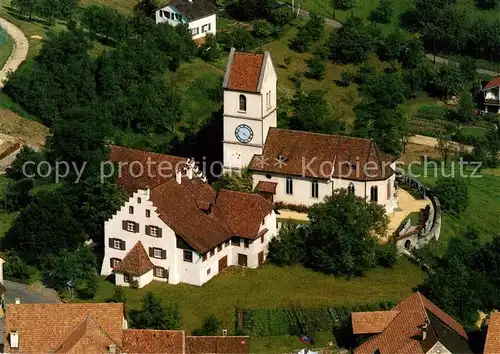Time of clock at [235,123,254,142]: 3:48
